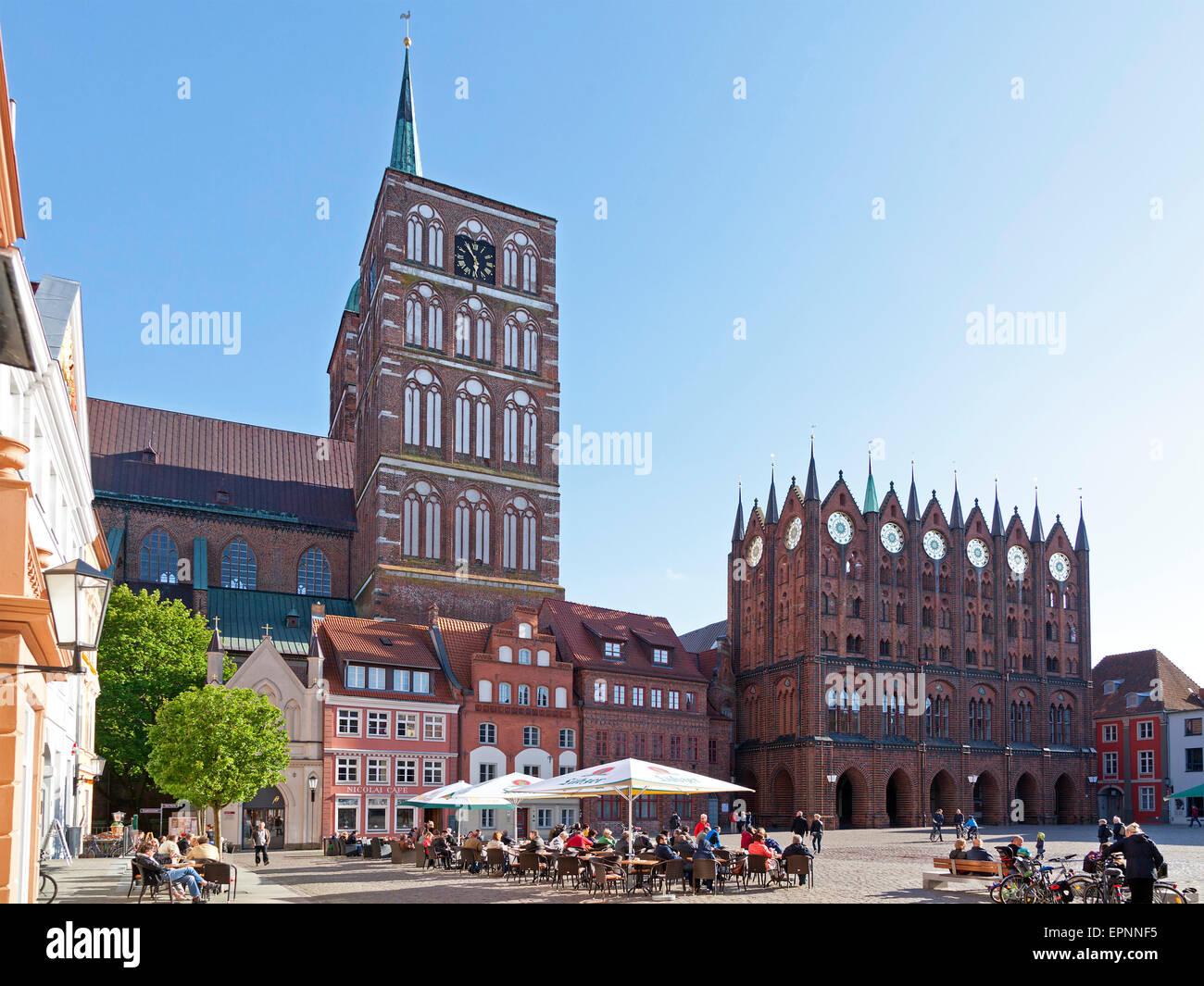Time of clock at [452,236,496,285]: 5:54
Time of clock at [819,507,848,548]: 6:32
